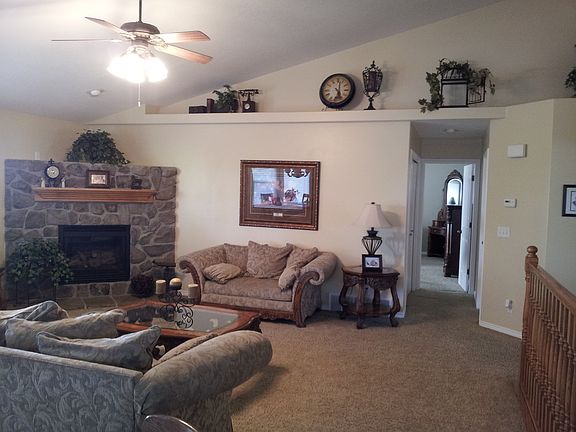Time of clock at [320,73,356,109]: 5:01
